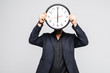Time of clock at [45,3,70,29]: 5:59
